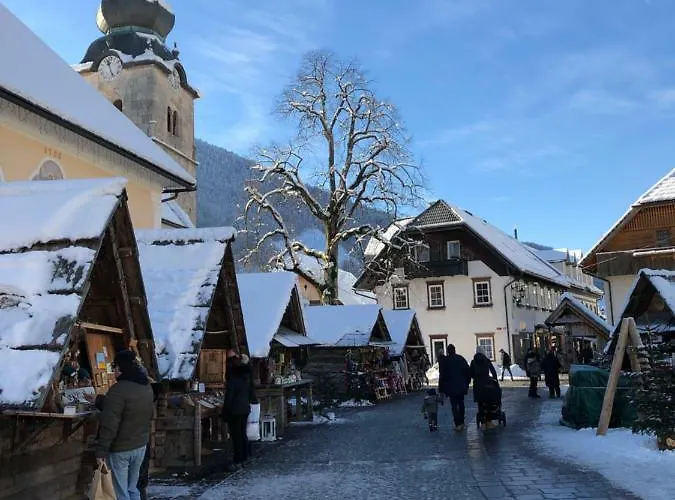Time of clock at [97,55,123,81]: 11:25
